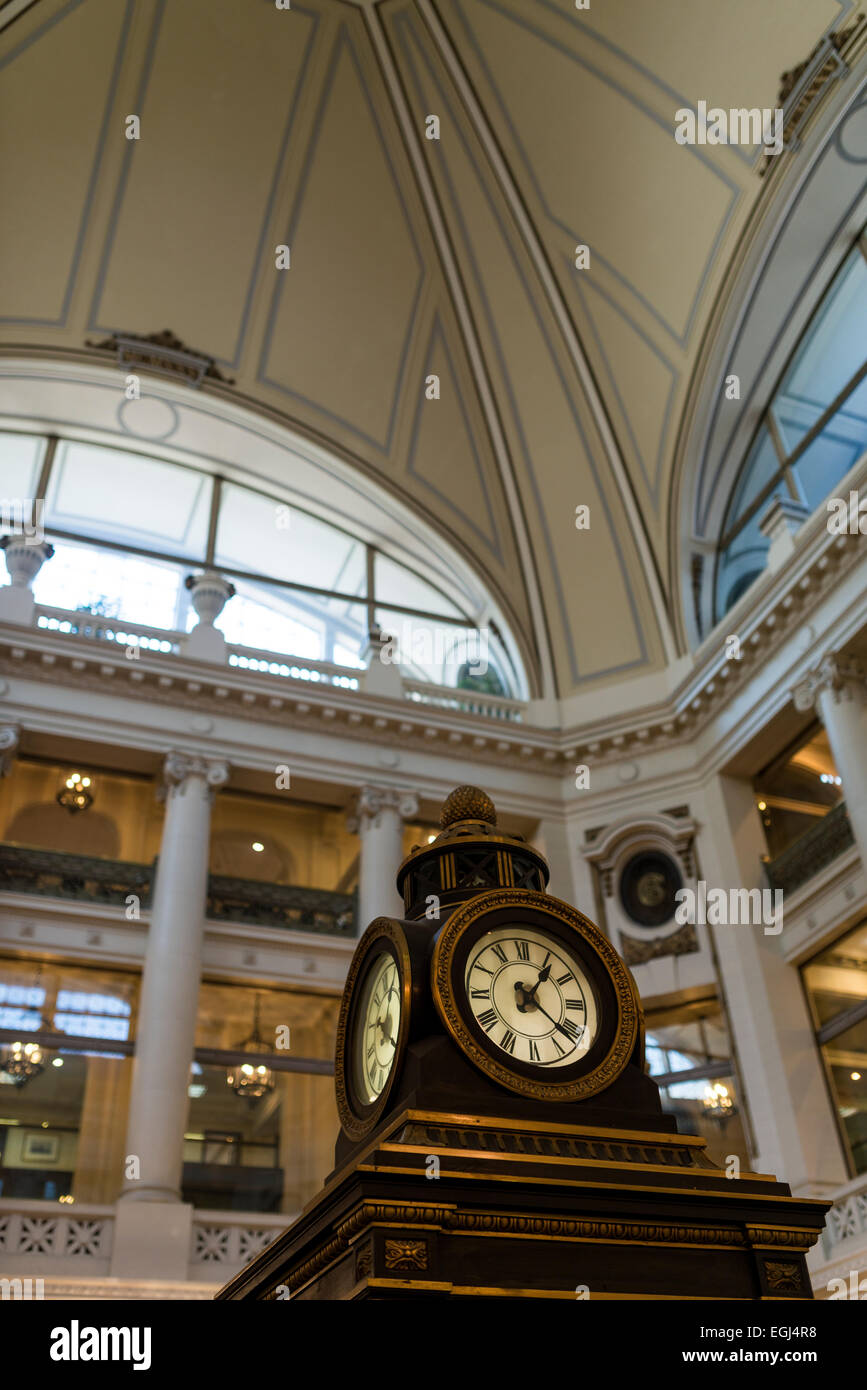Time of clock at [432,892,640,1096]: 1:21
